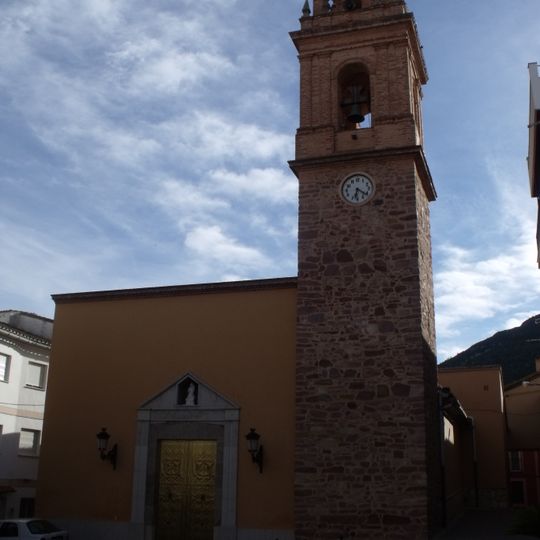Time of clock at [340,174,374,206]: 6:21
